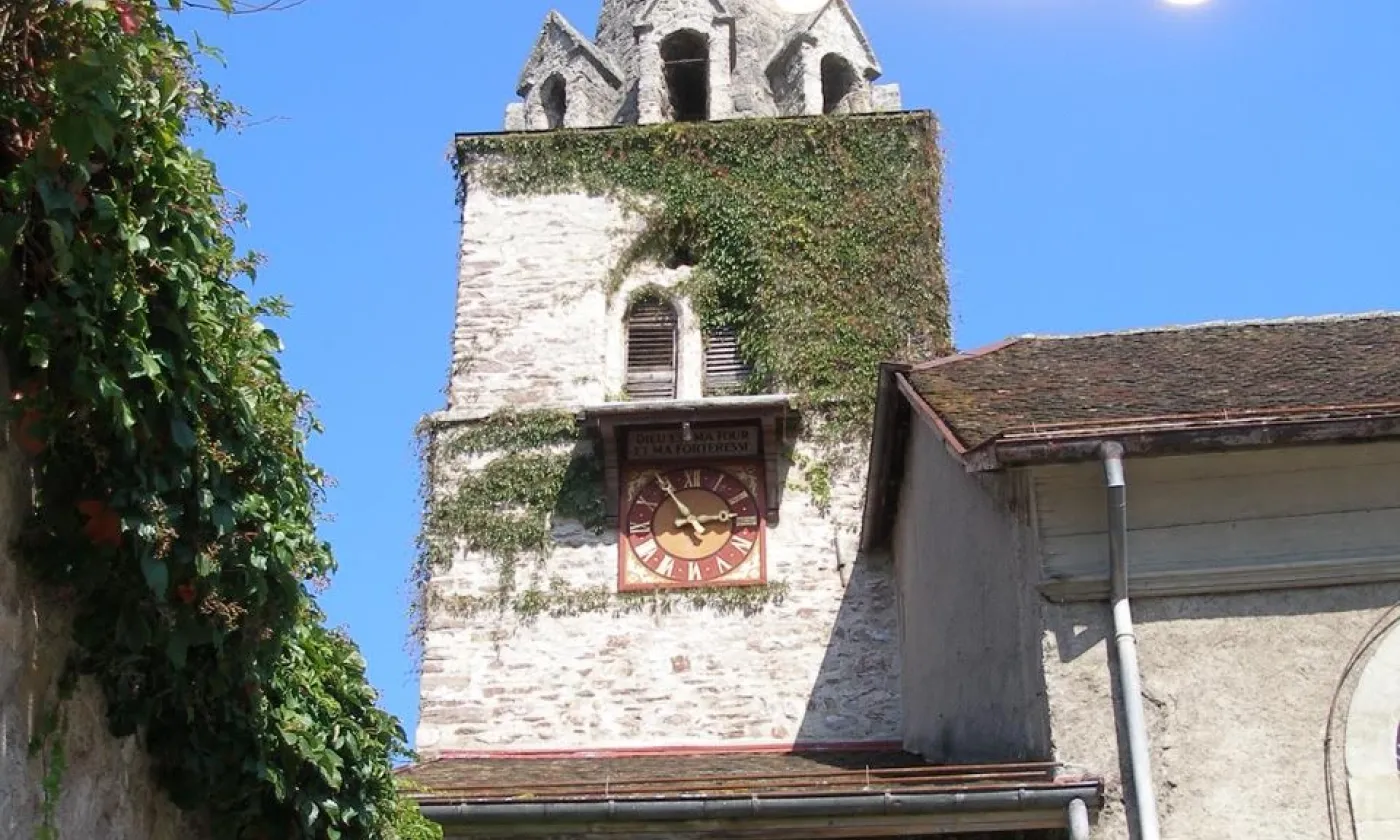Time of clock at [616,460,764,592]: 2:54
